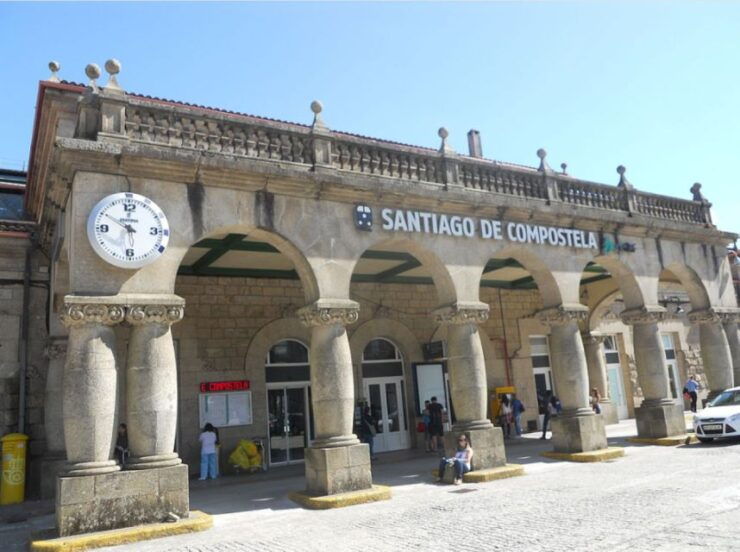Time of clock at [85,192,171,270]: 5:50
